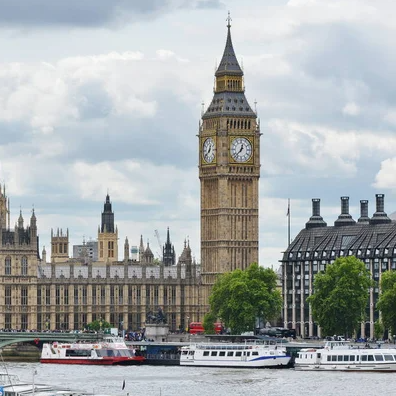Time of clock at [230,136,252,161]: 12:37
